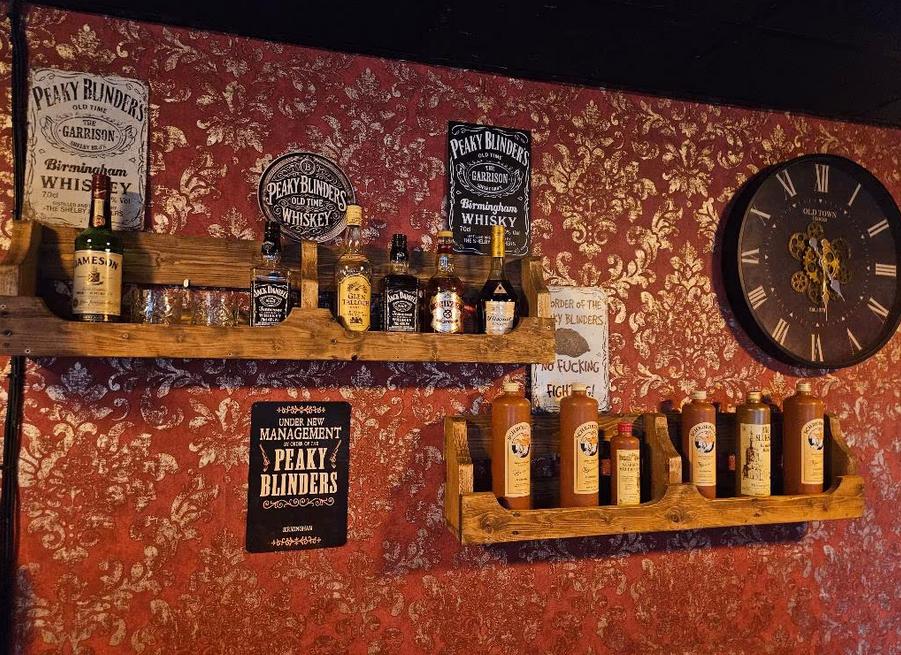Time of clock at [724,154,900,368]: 4:28
